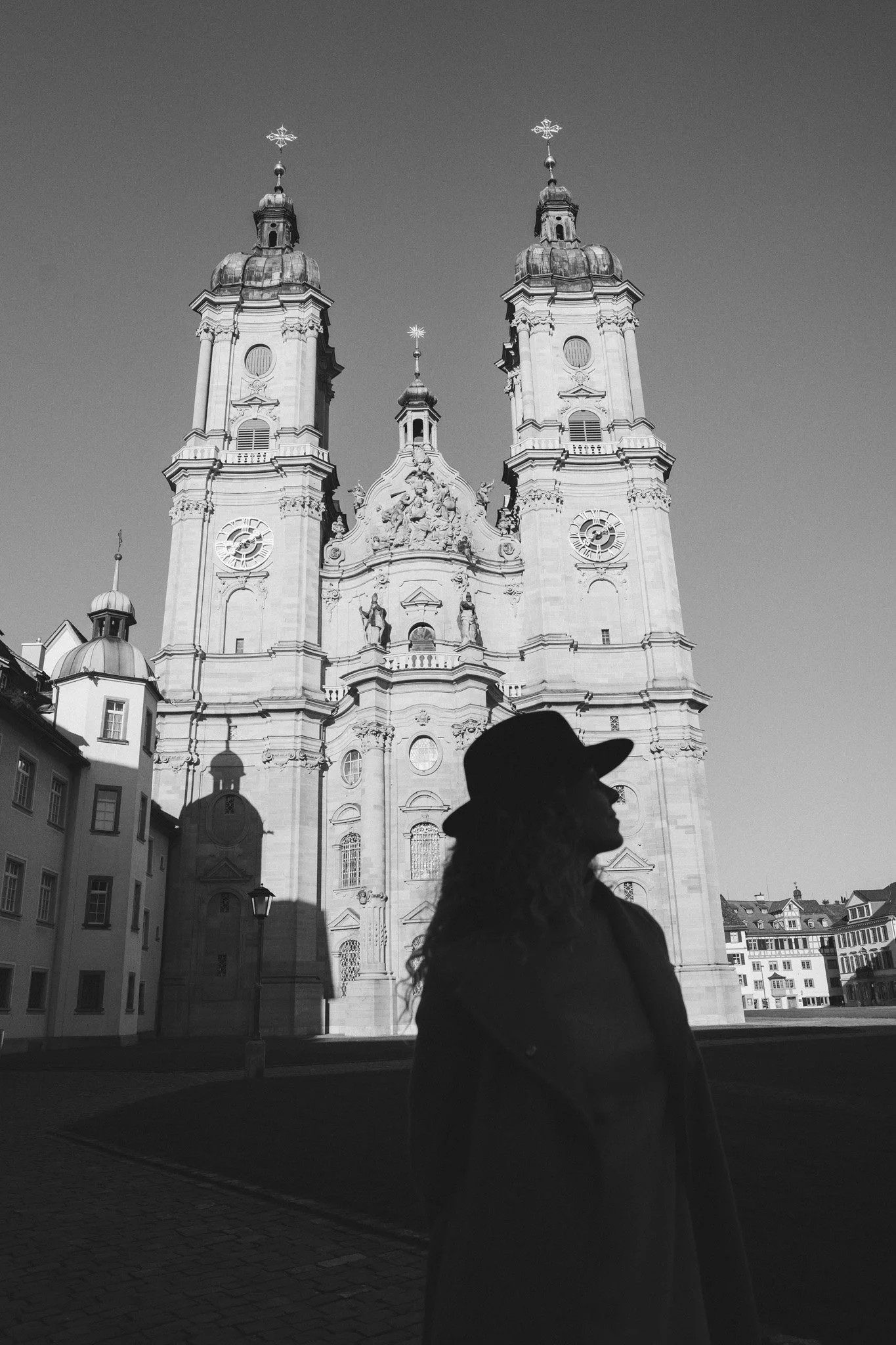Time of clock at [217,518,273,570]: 7:10
